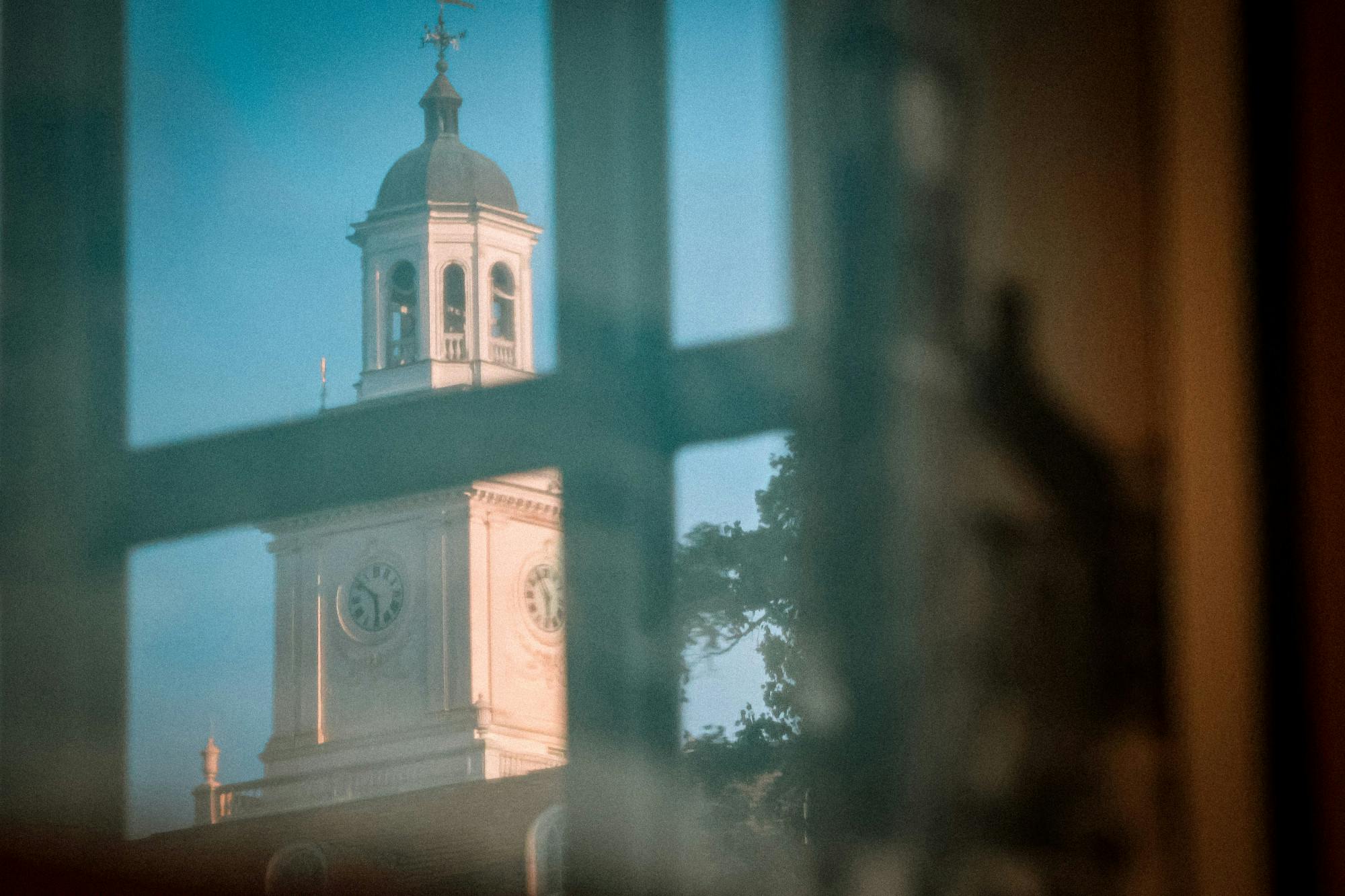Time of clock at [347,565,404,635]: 5:51
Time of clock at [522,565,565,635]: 5:55
